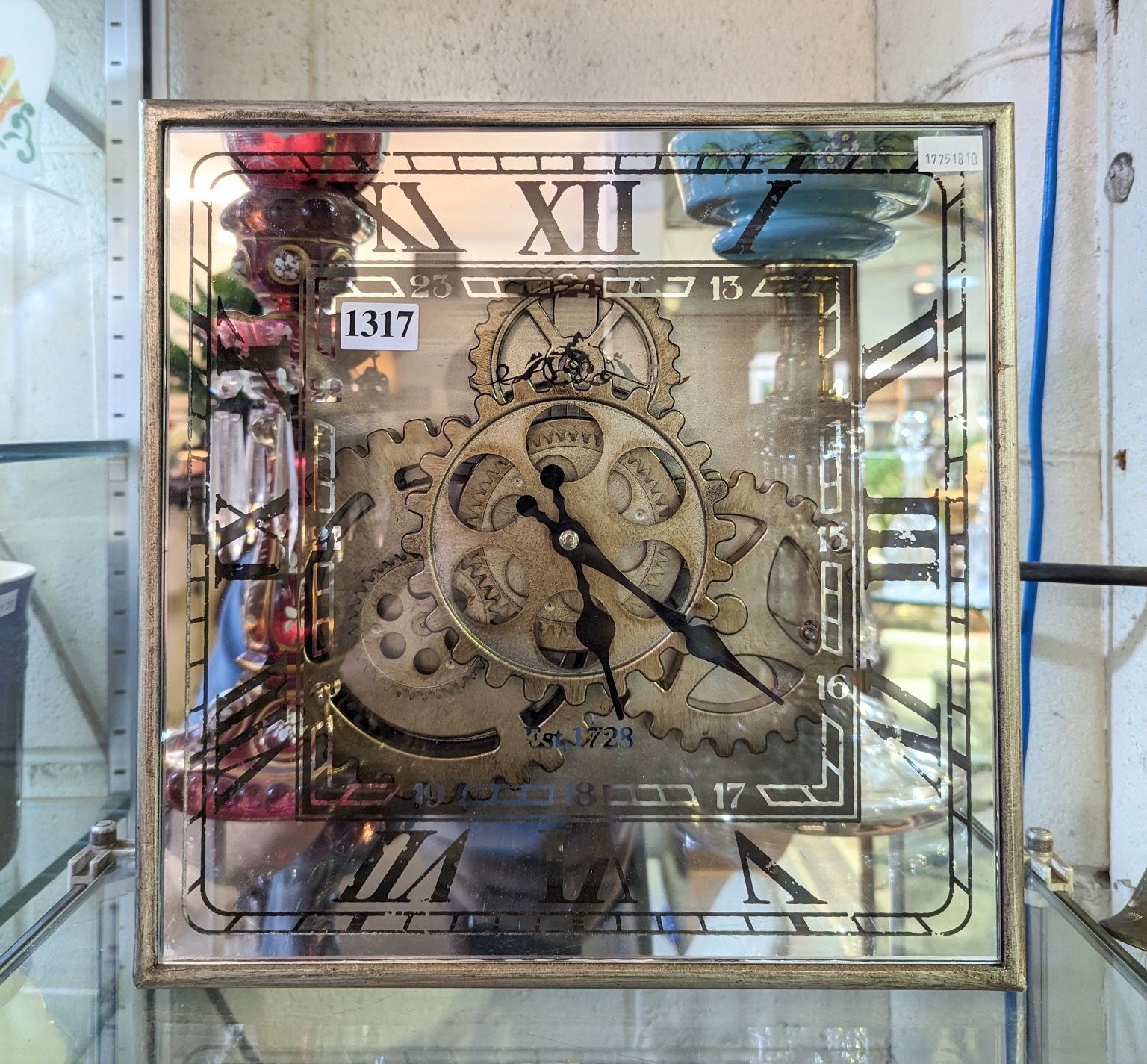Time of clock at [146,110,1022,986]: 5:20
